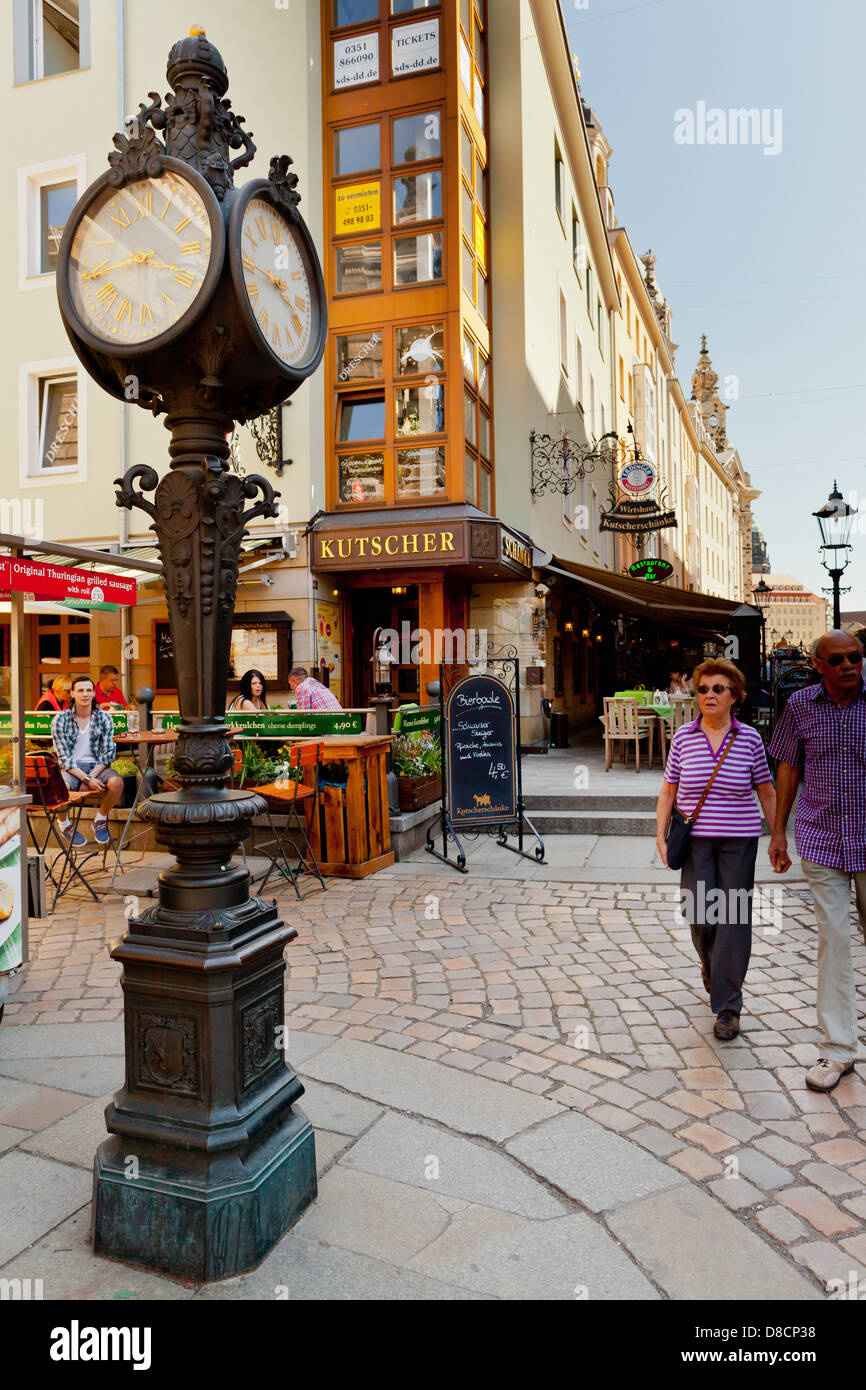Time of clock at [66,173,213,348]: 3:43
